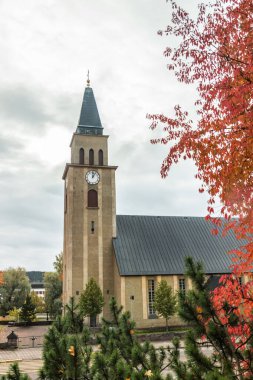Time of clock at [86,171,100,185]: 12:05
